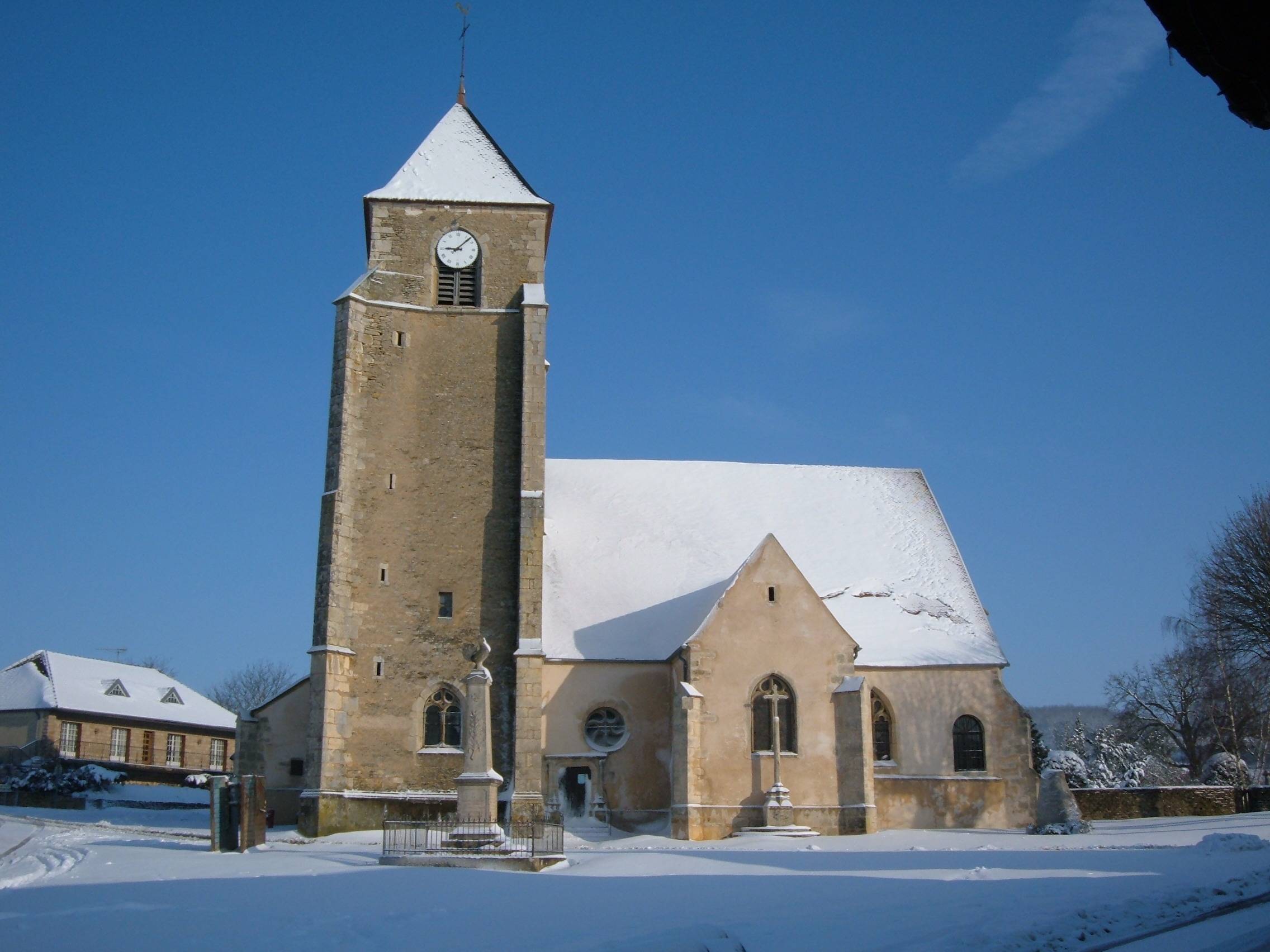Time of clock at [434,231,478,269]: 9:07
